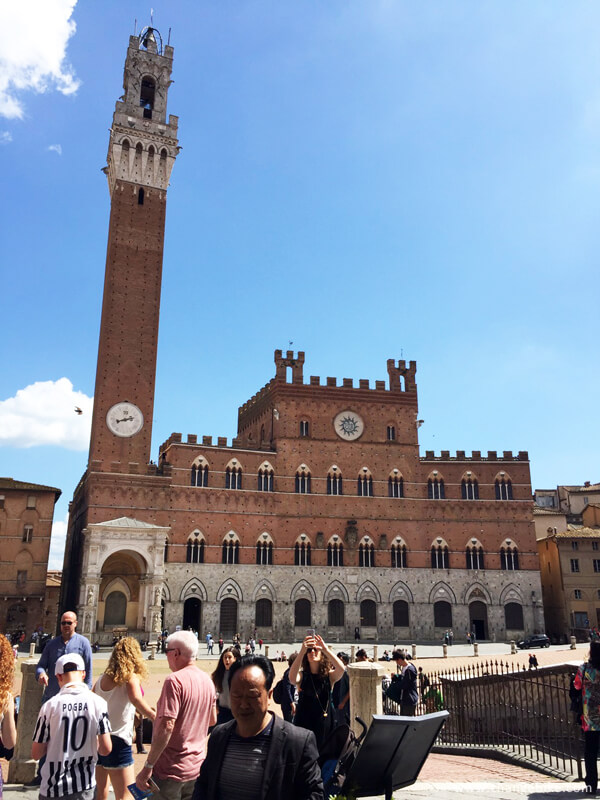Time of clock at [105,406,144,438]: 8:12
